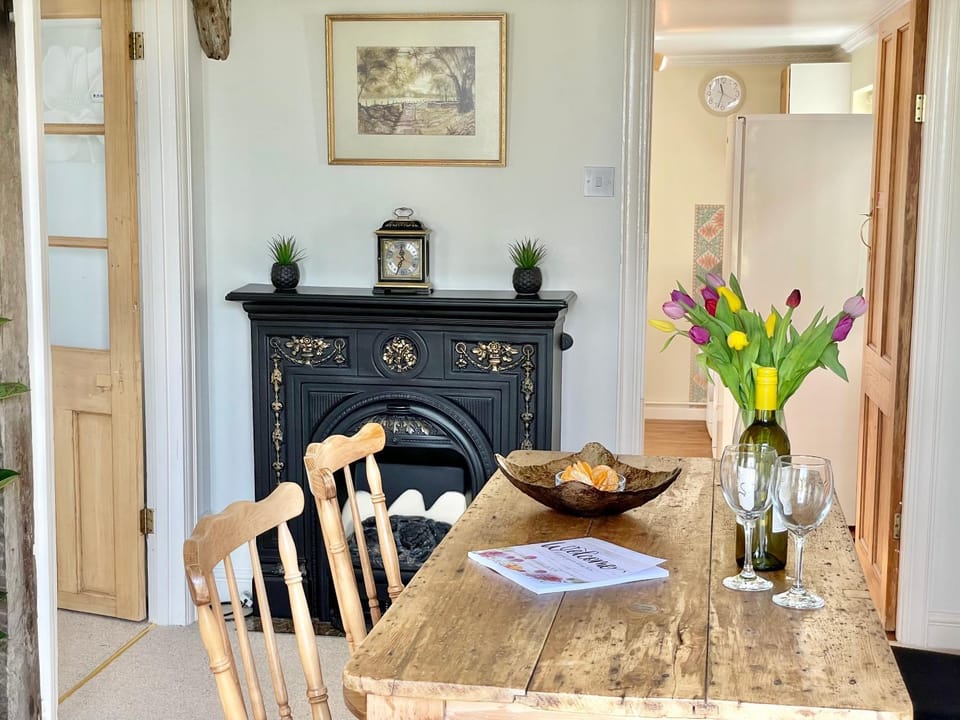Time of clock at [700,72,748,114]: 11:33
